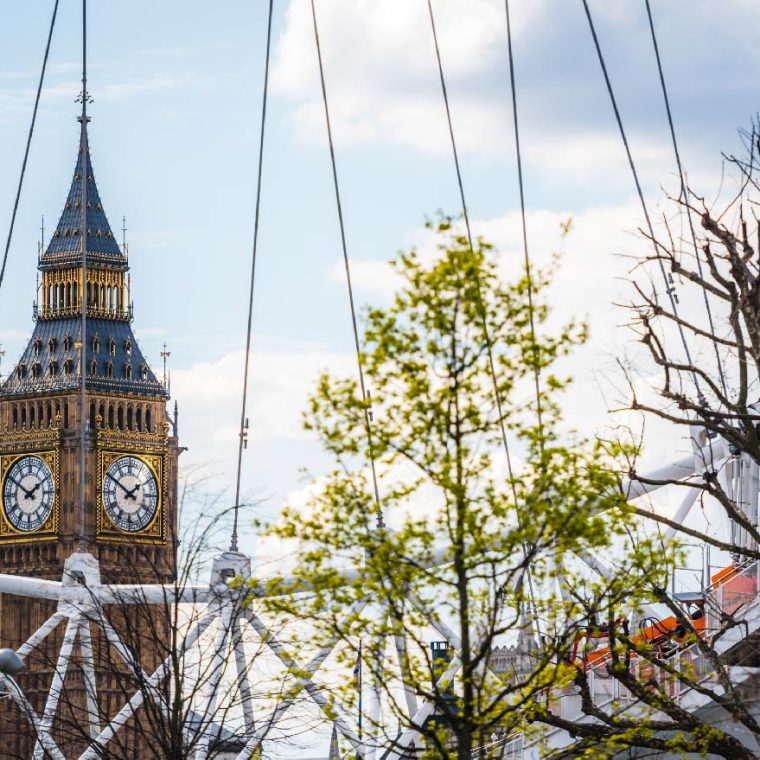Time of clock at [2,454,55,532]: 1:50
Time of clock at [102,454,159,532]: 1:50
